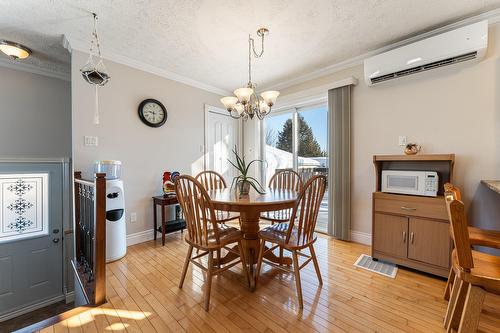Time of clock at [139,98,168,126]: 9:29
